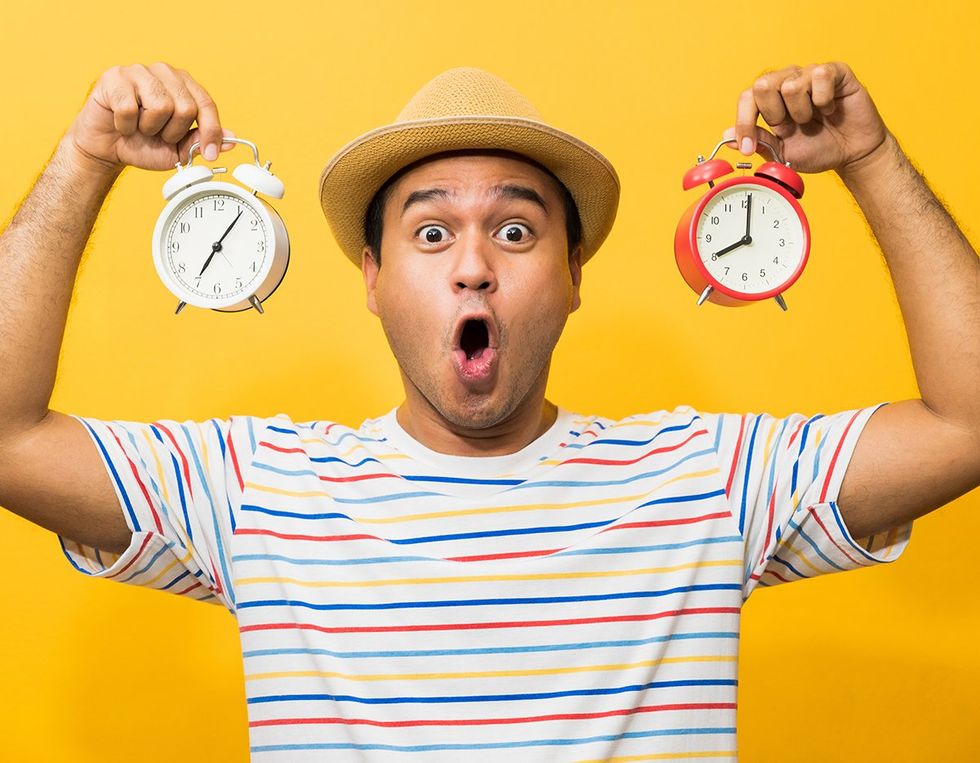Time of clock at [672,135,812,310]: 8:00
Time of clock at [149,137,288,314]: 7:06
